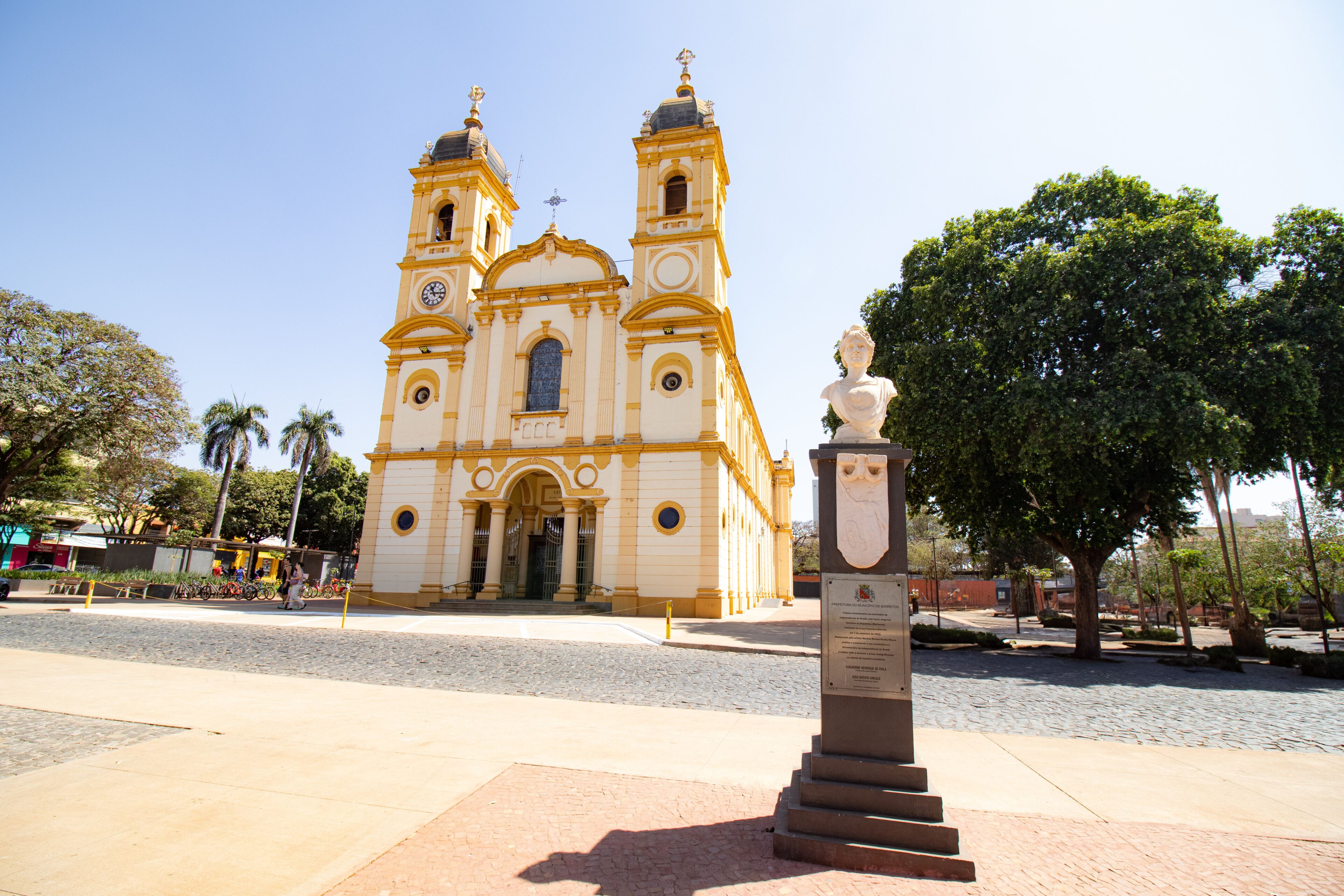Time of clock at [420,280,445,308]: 11:14
